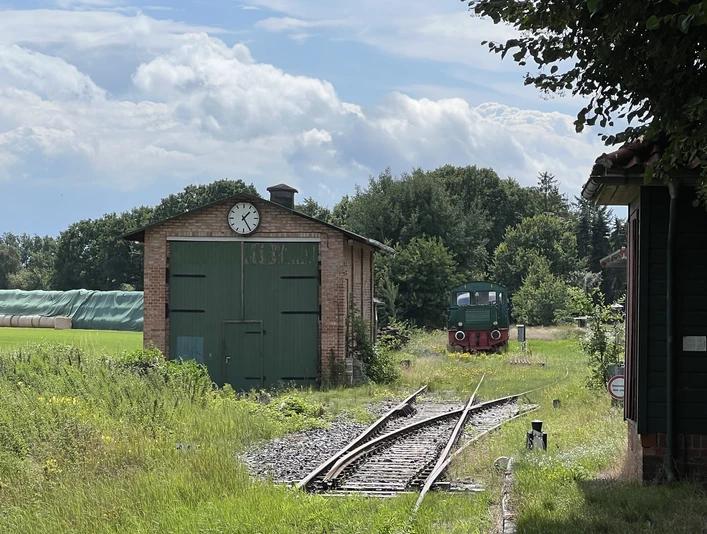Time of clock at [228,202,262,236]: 1:24
